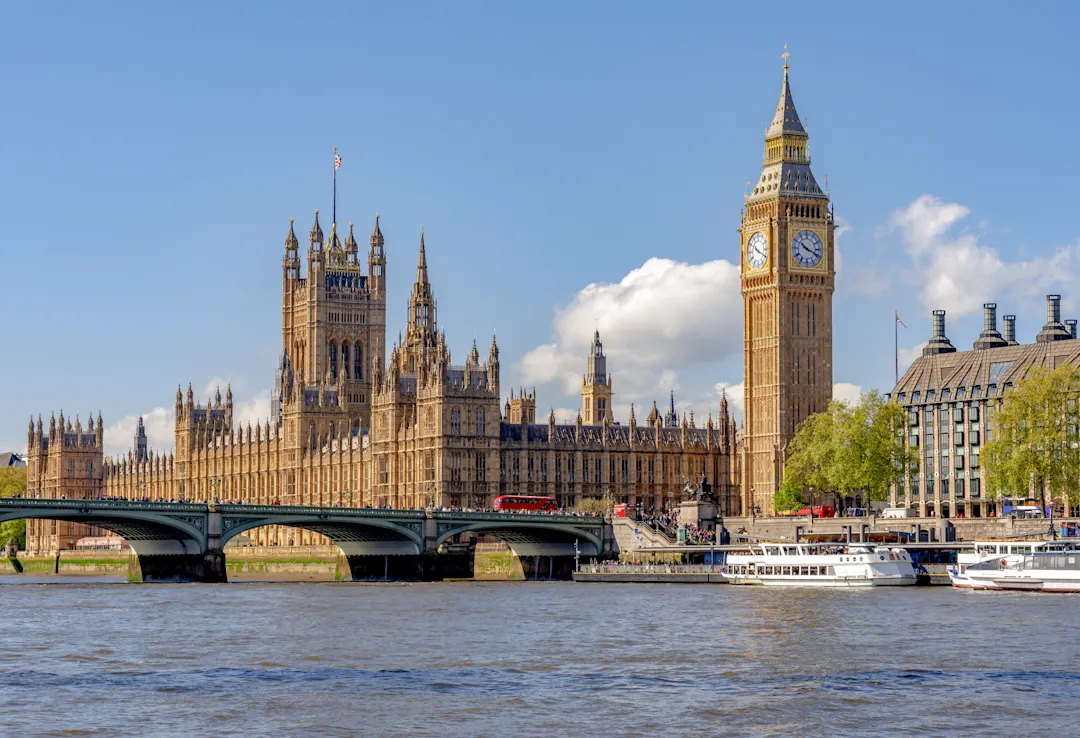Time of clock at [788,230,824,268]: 10:18
